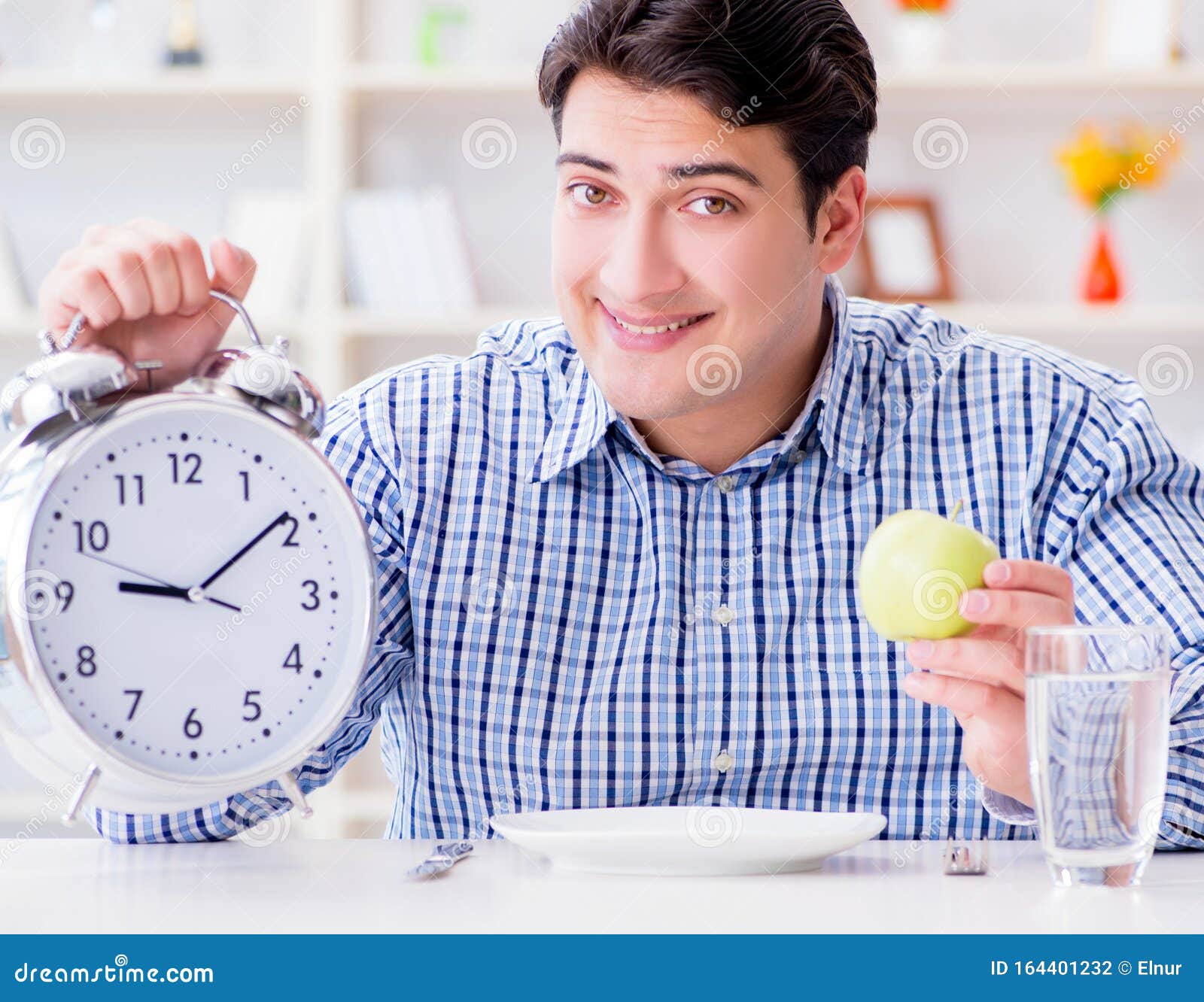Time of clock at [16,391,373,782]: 9:09
